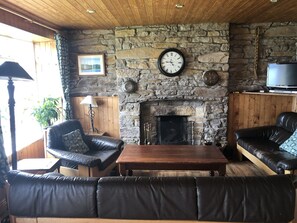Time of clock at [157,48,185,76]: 4:45
